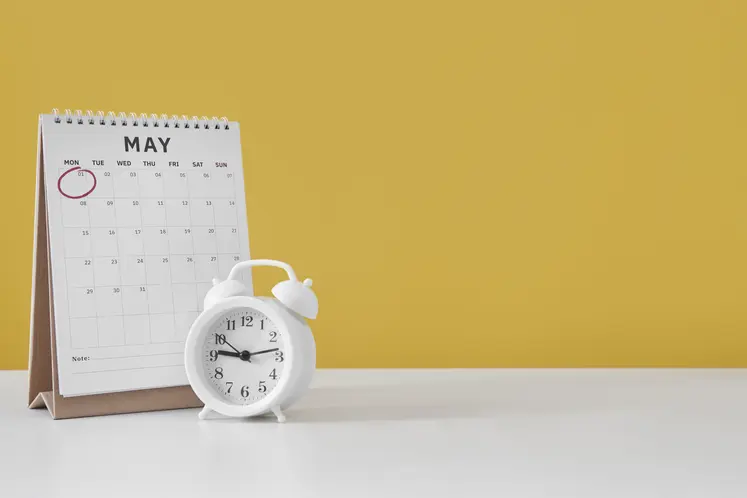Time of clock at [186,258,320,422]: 9:13
